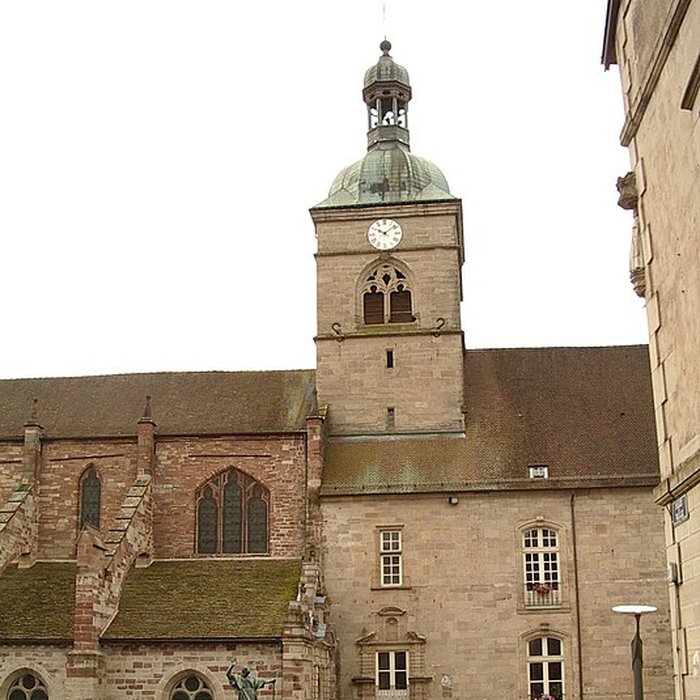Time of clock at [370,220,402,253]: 10:08
